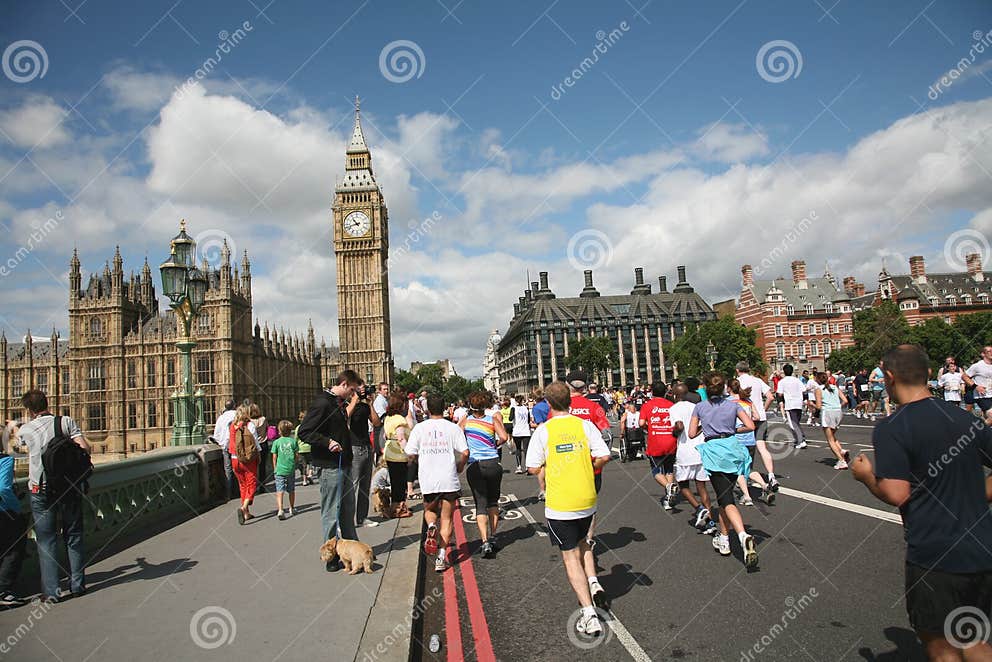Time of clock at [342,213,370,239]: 10:42
